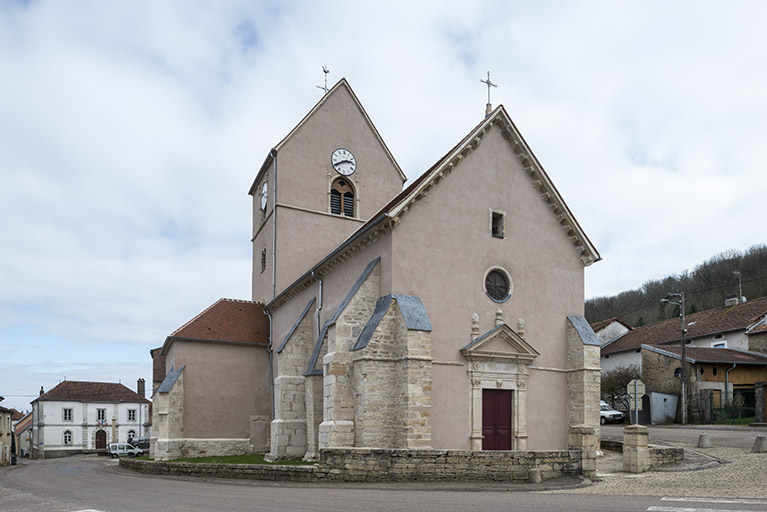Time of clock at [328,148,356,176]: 2:40
